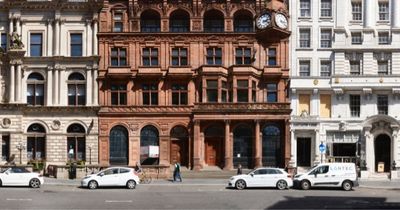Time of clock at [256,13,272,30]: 2:18
